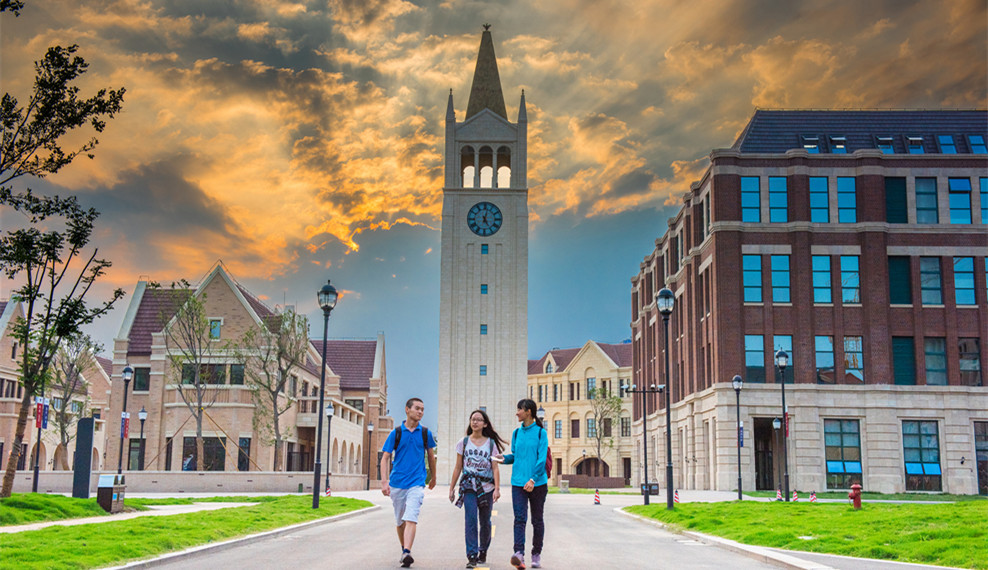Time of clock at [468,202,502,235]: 5:01
